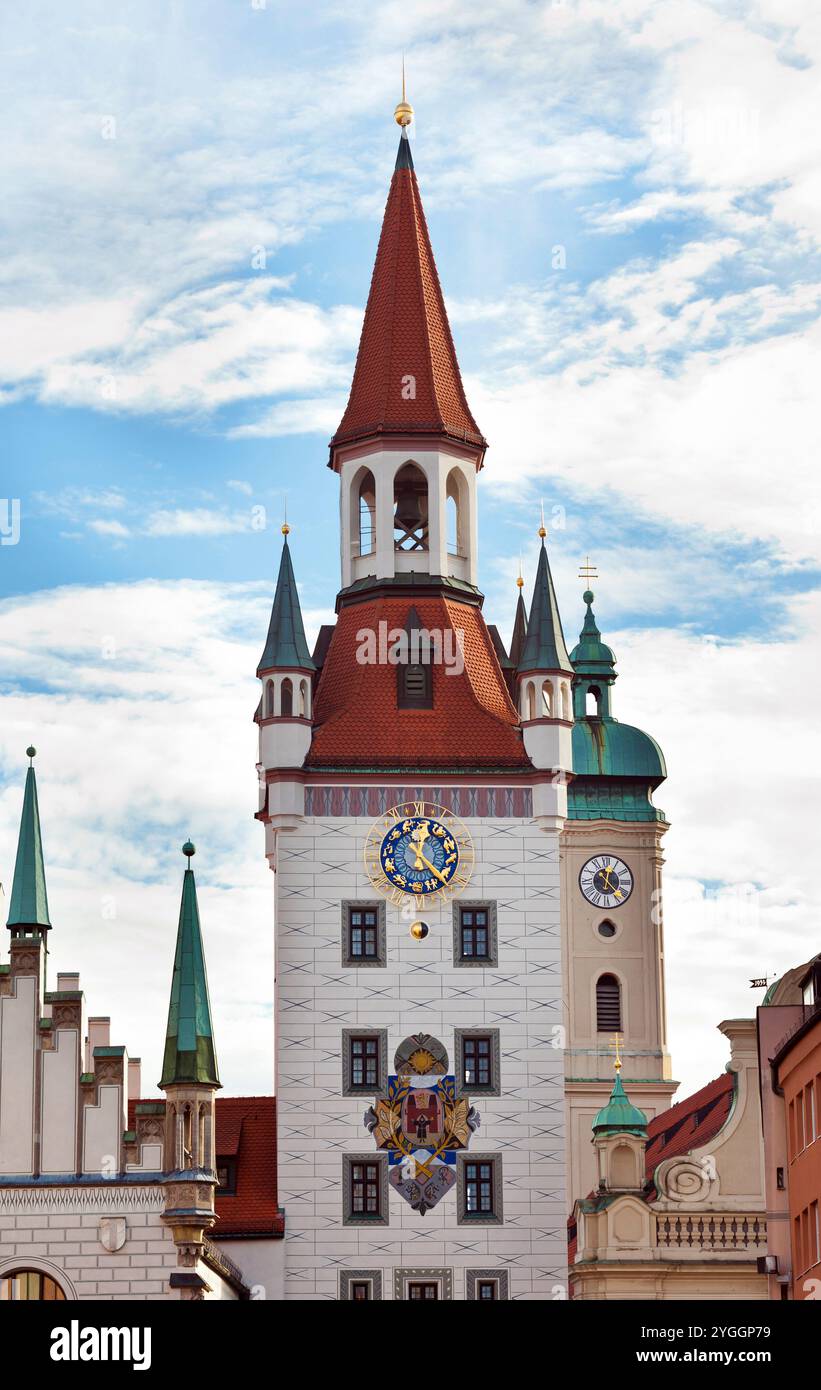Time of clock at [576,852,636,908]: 12:23
